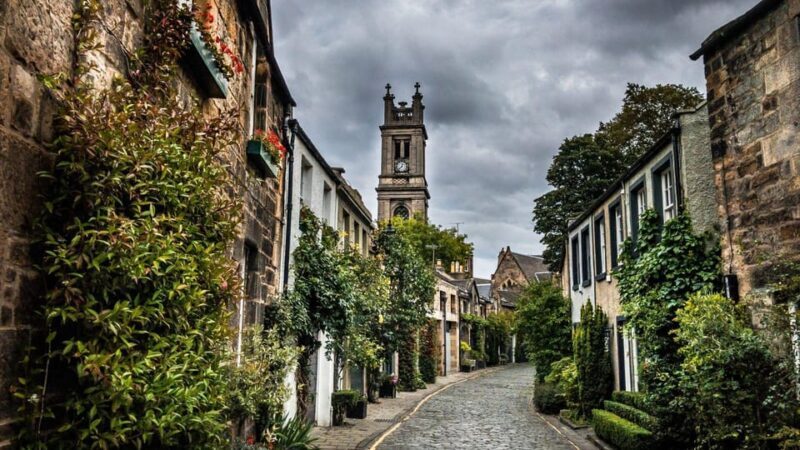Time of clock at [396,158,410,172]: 12:37
